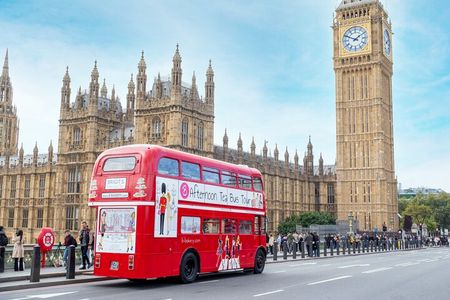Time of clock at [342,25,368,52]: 1:49
